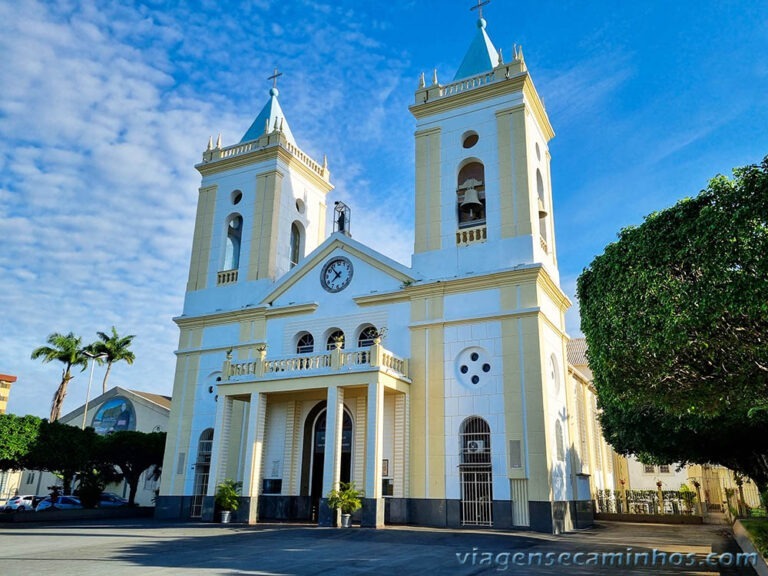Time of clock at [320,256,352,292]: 7:53
